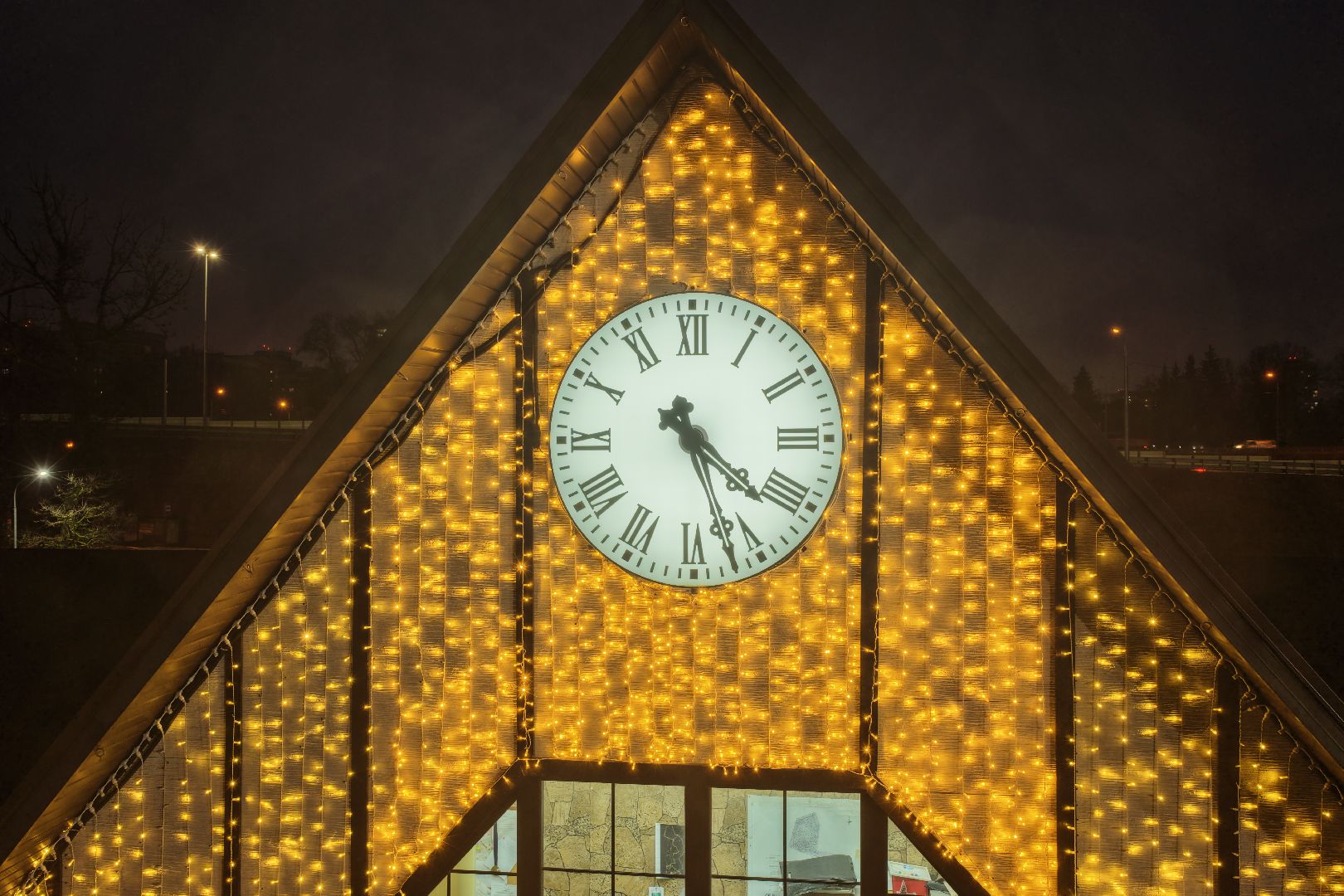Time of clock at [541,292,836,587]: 4:26
